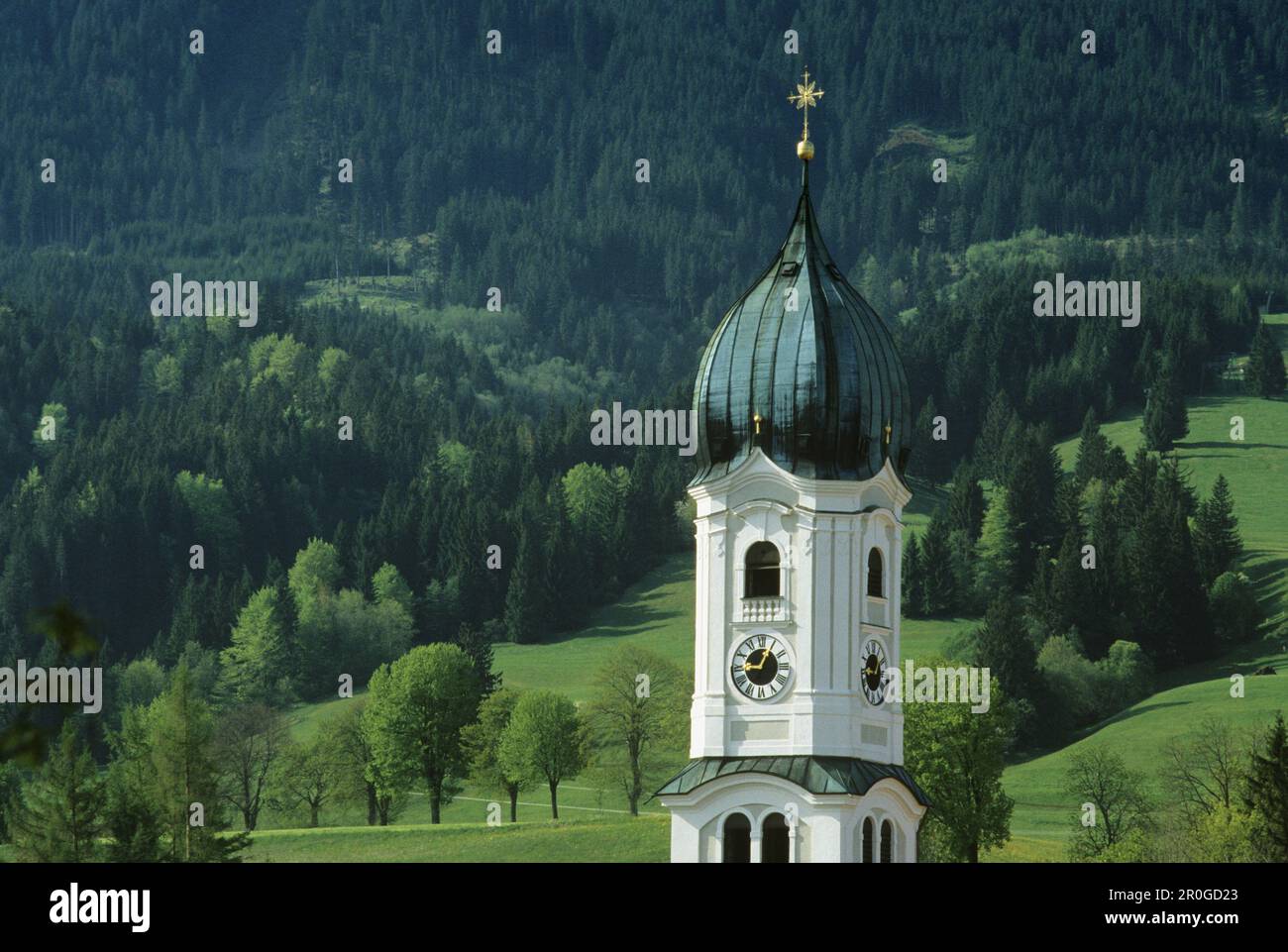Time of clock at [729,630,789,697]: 9:04
